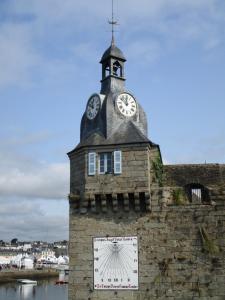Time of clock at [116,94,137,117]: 11:51
